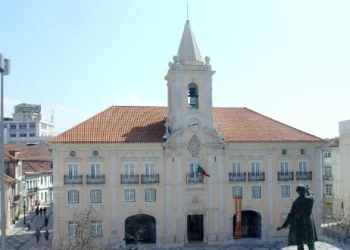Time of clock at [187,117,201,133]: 2:42
